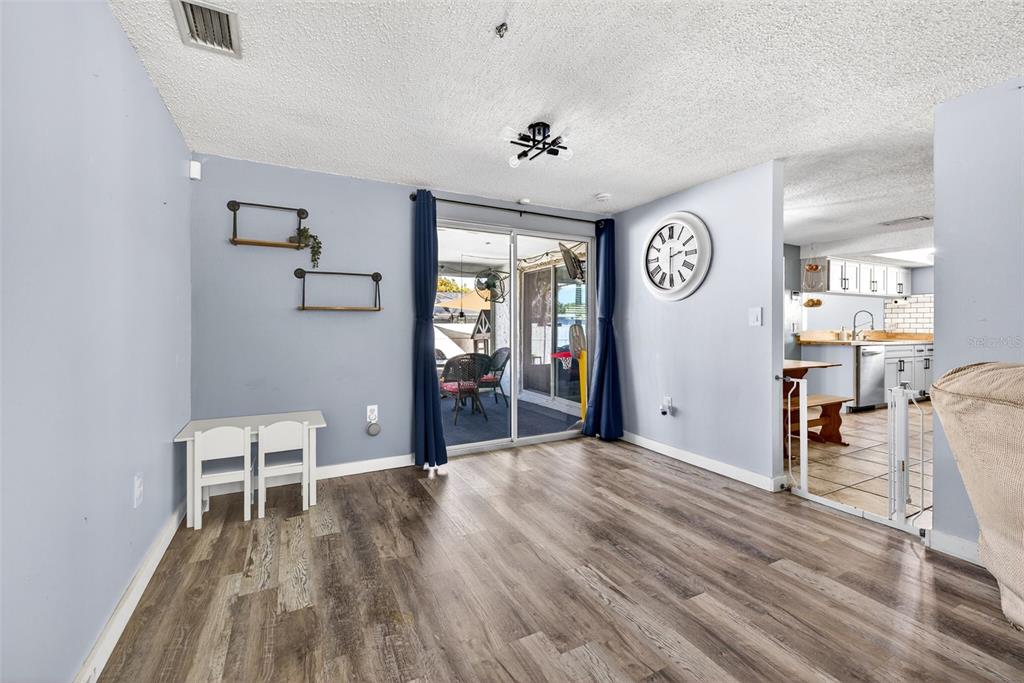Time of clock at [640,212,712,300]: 2:30
